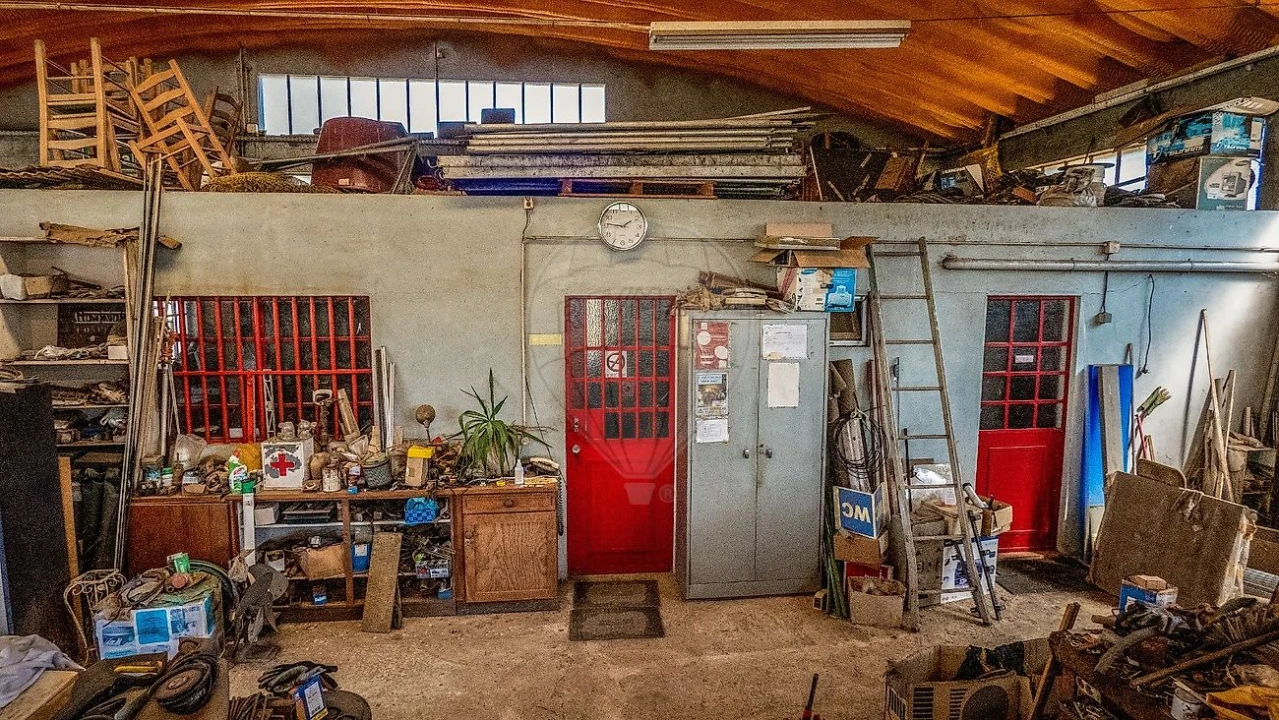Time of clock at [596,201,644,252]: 1:46
